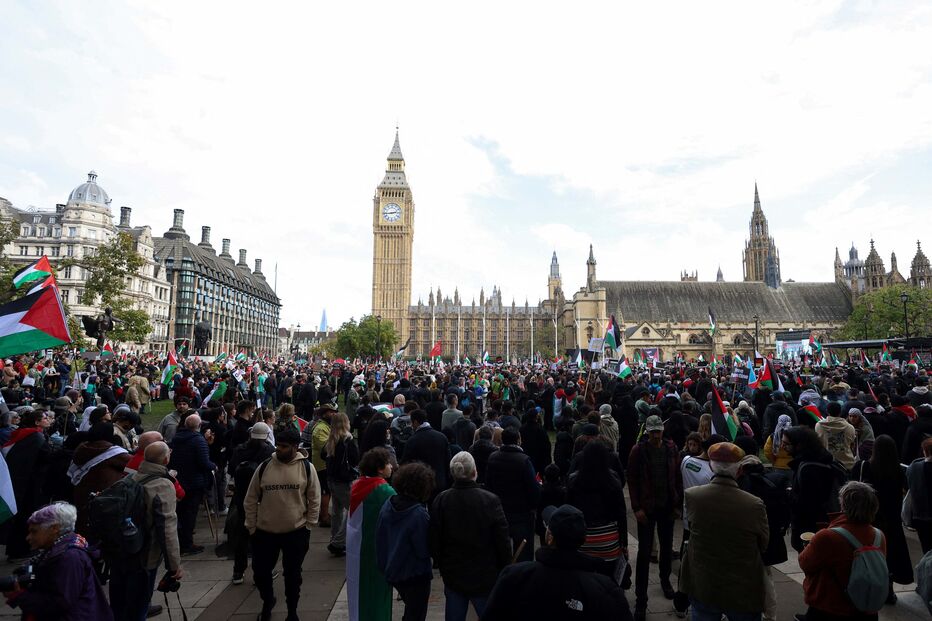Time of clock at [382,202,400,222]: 2:43
